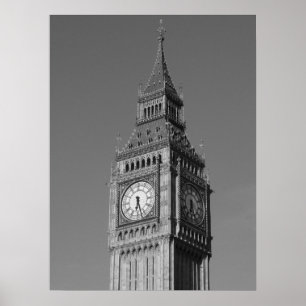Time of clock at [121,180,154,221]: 6:27
